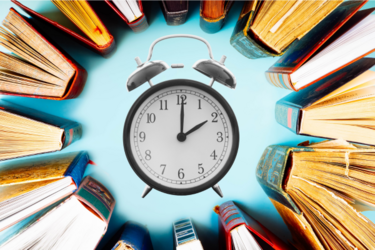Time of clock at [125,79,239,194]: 2:00
